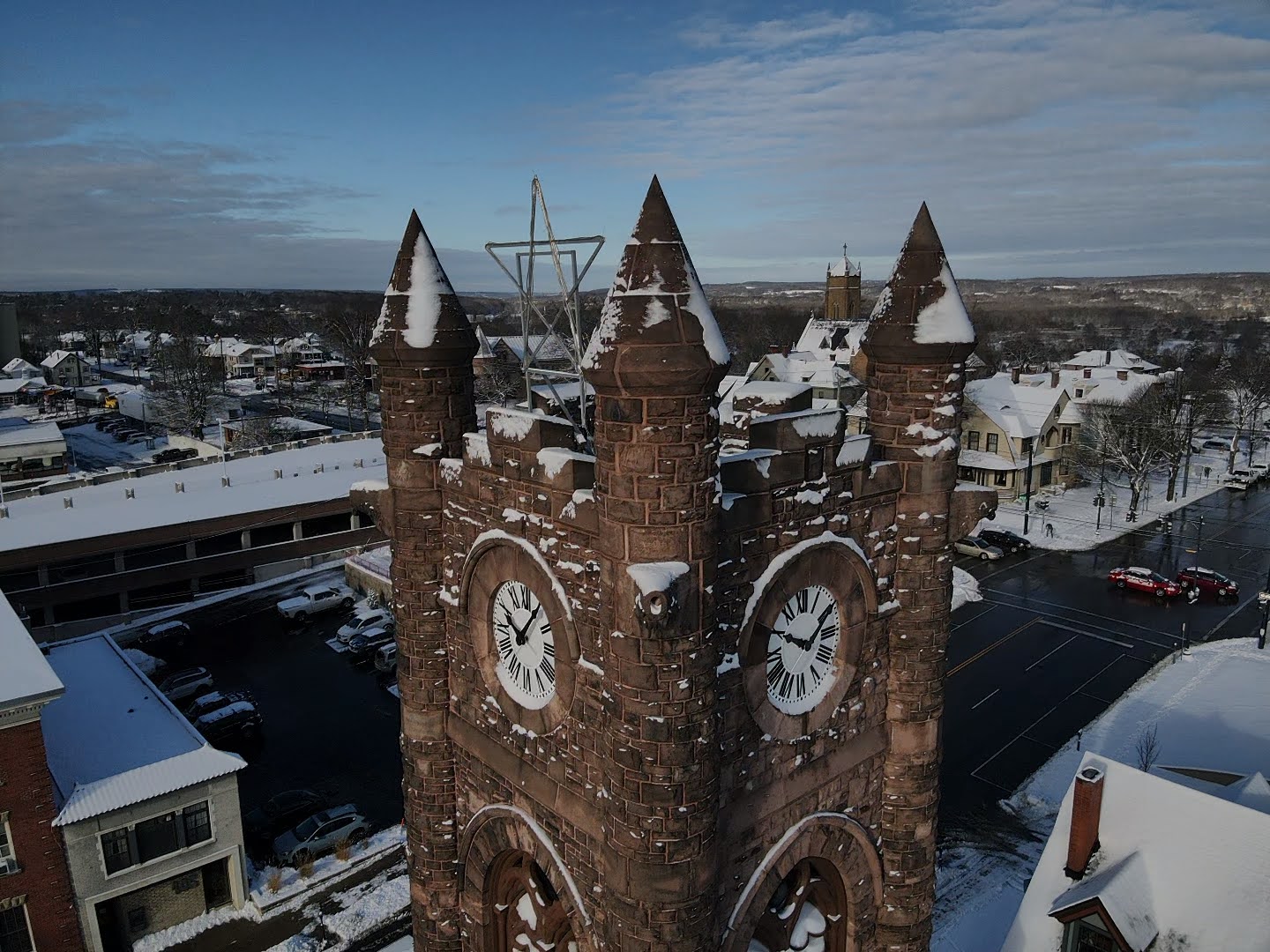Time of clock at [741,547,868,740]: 1:49
